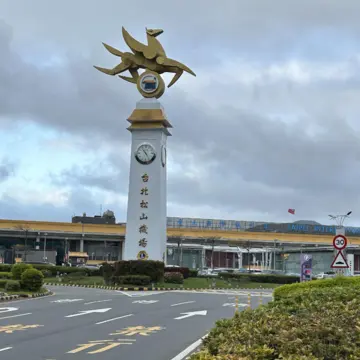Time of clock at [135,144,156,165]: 4:53
